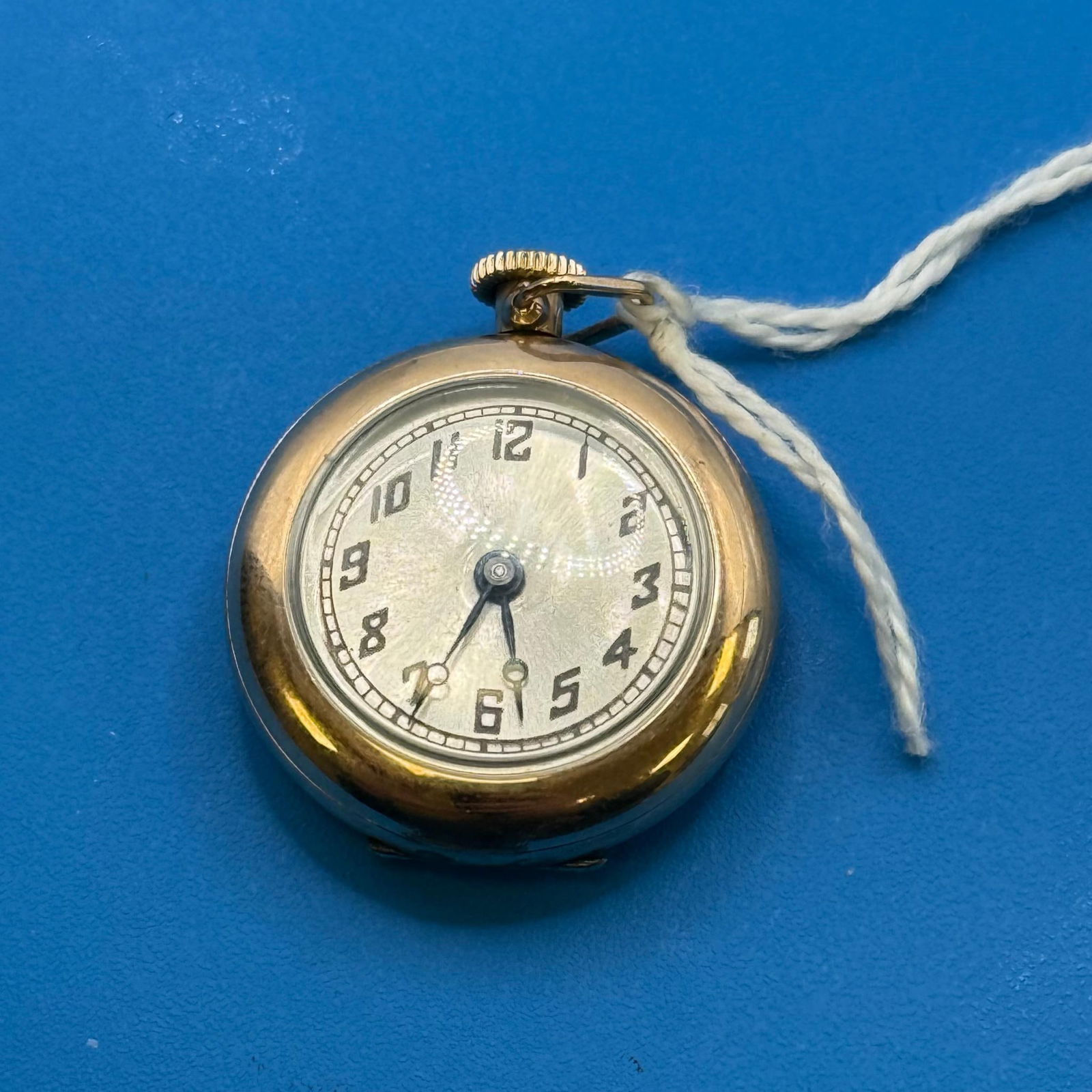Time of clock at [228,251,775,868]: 5:34
